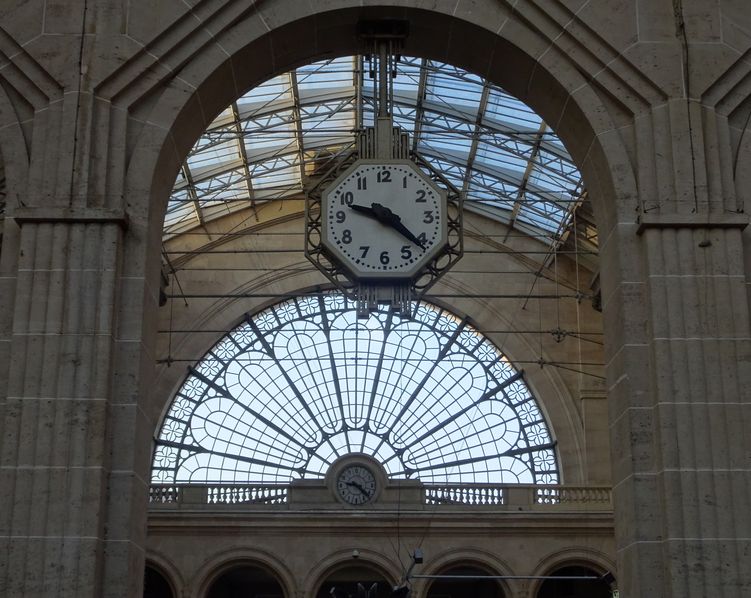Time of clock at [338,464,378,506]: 9:22
